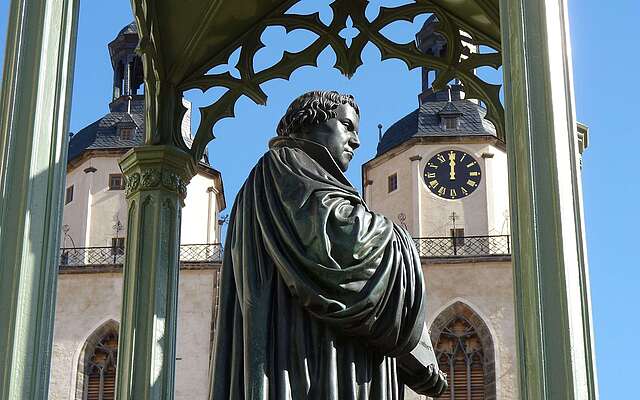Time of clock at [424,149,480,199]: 11:59
